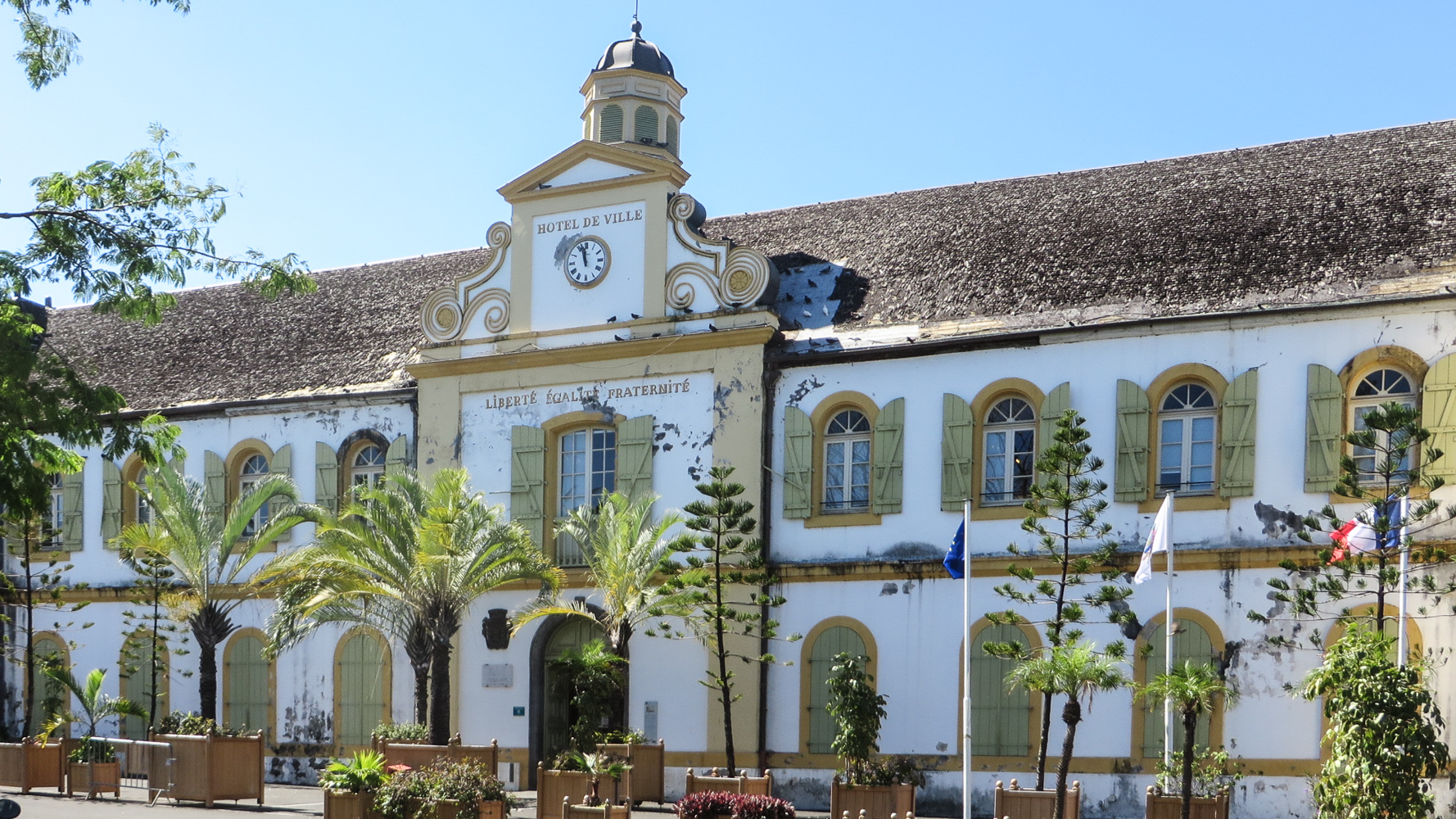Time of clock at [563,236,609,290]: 11:57
